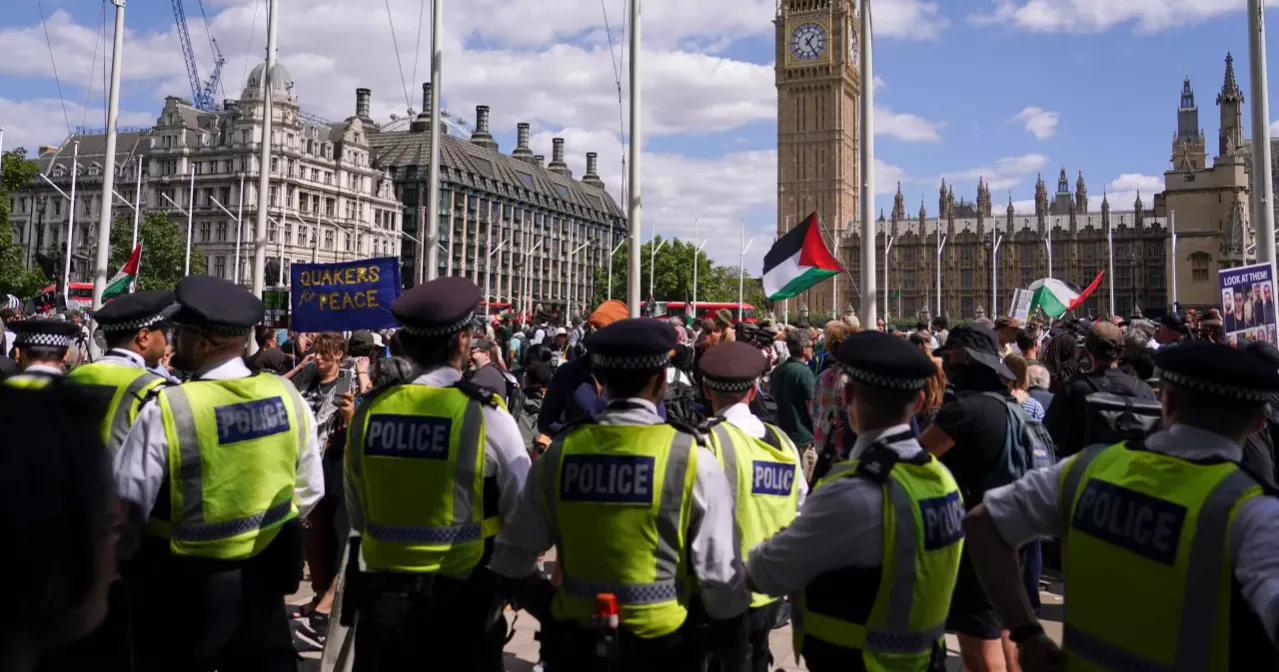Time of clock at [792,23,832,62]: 1:24
